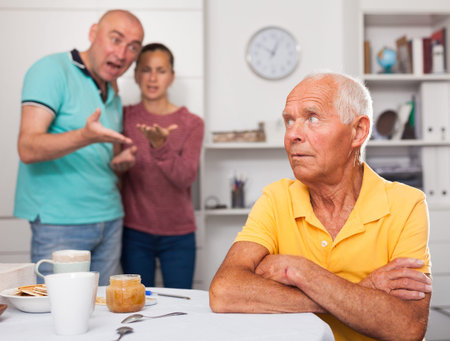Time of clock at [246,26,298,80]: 12:49
